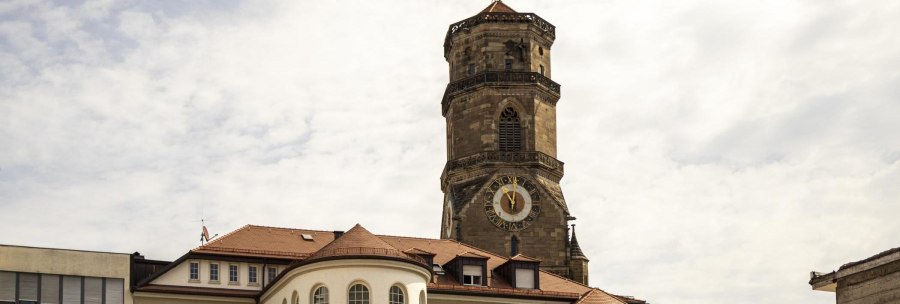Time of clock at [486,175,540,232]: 11:02
